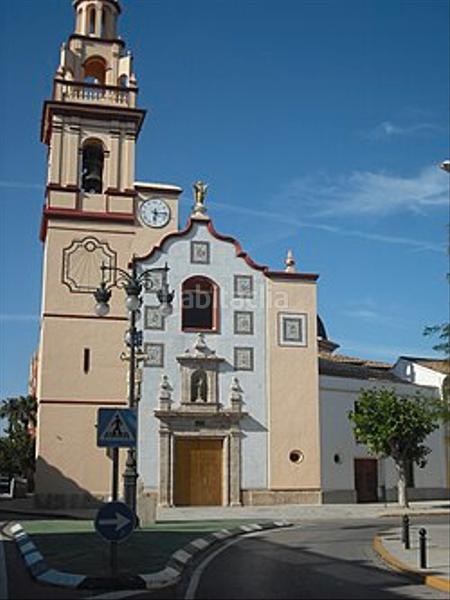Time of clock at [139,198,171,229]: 6:15
